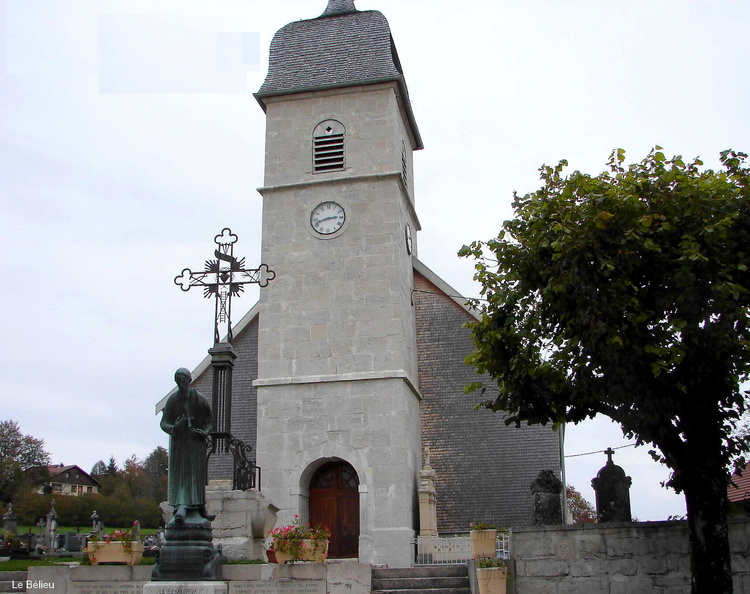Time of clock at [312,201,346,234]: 2:42
